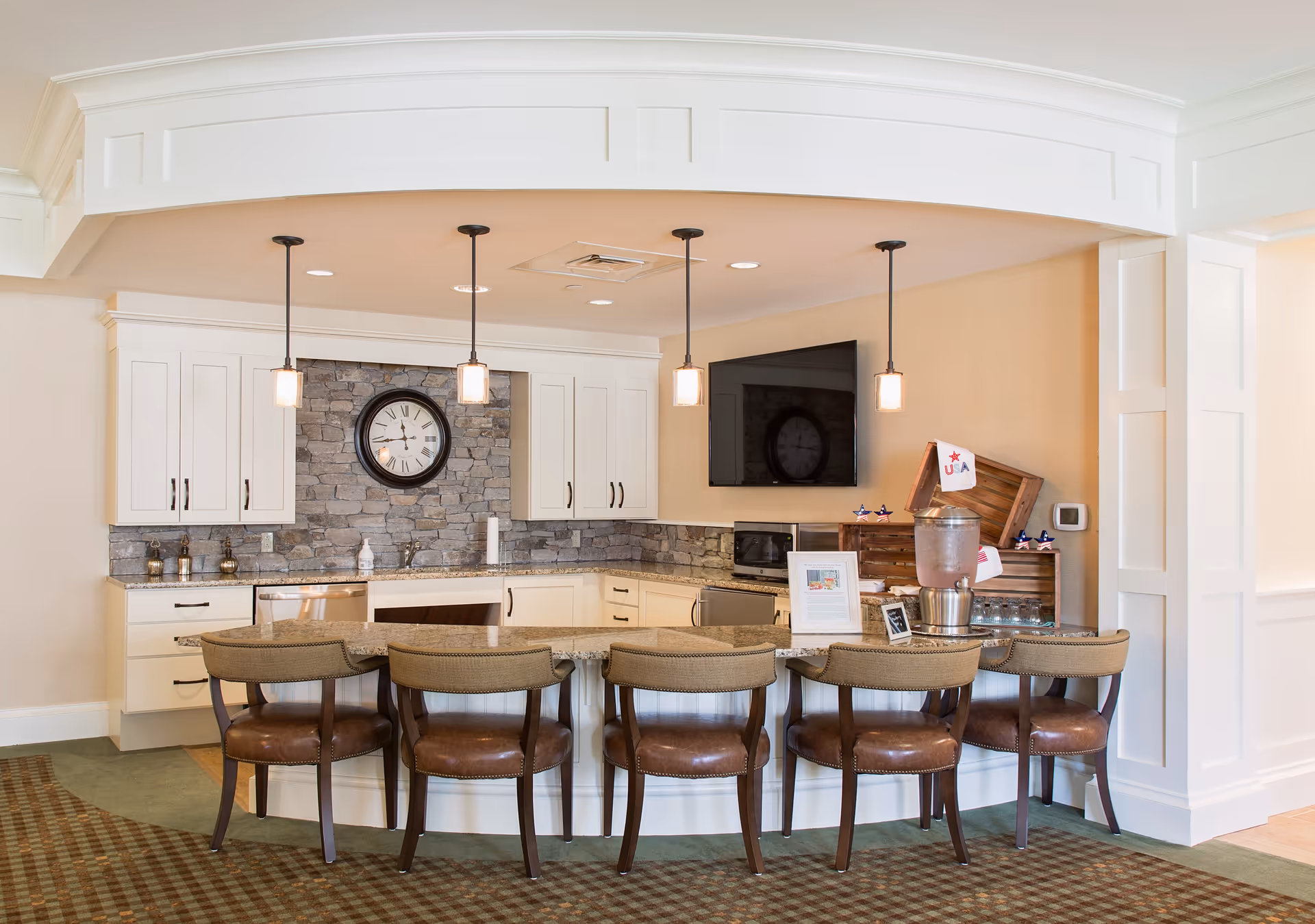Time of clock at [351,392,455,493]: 11:43
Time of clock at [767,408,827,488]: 12:16
